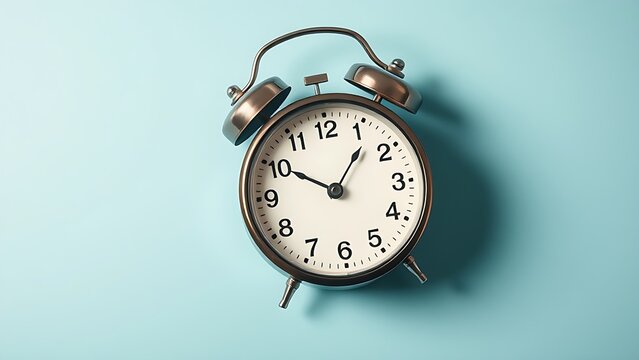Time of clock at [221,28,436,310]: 10:06
